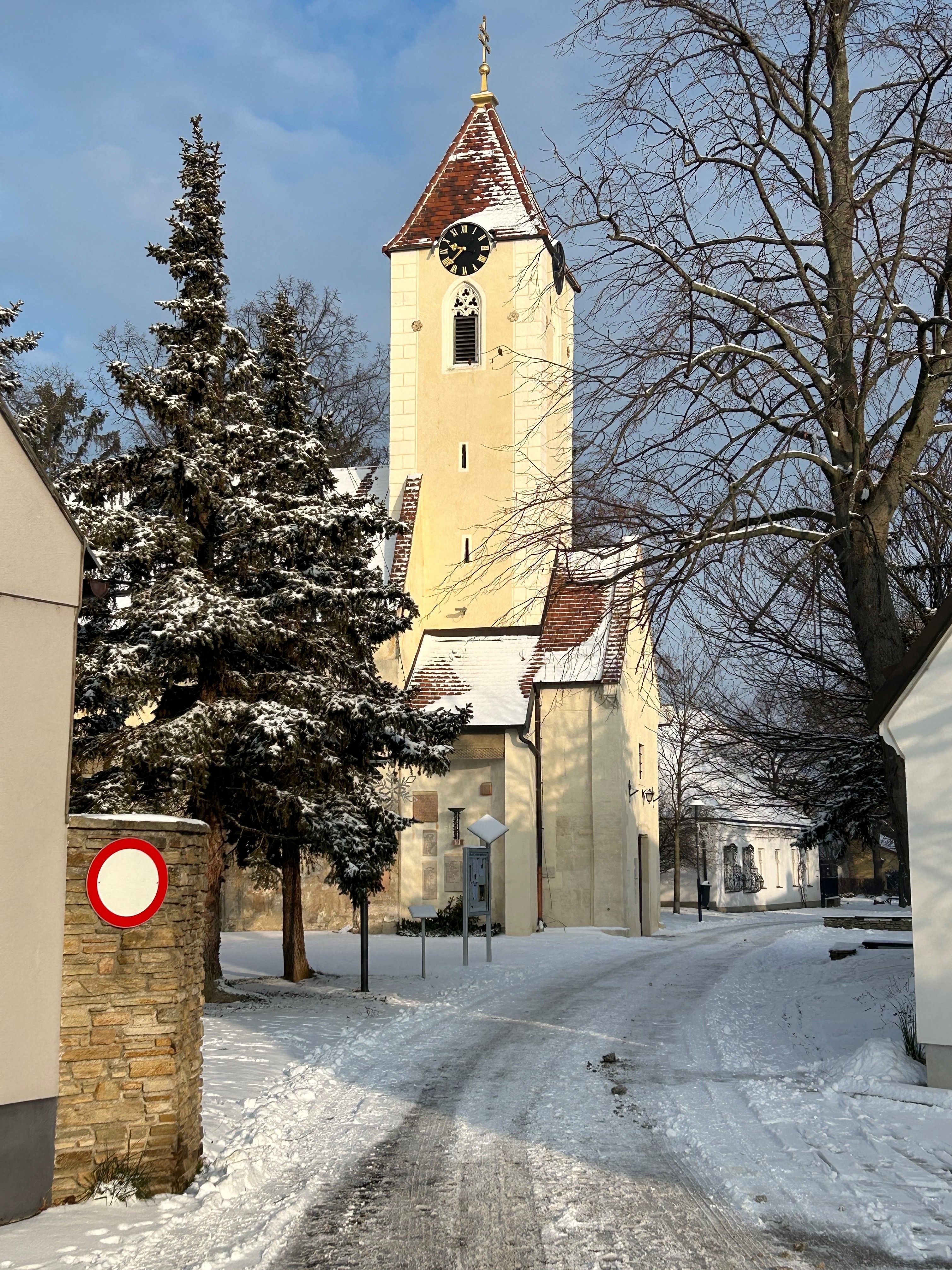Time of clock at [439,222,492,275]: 9:38
